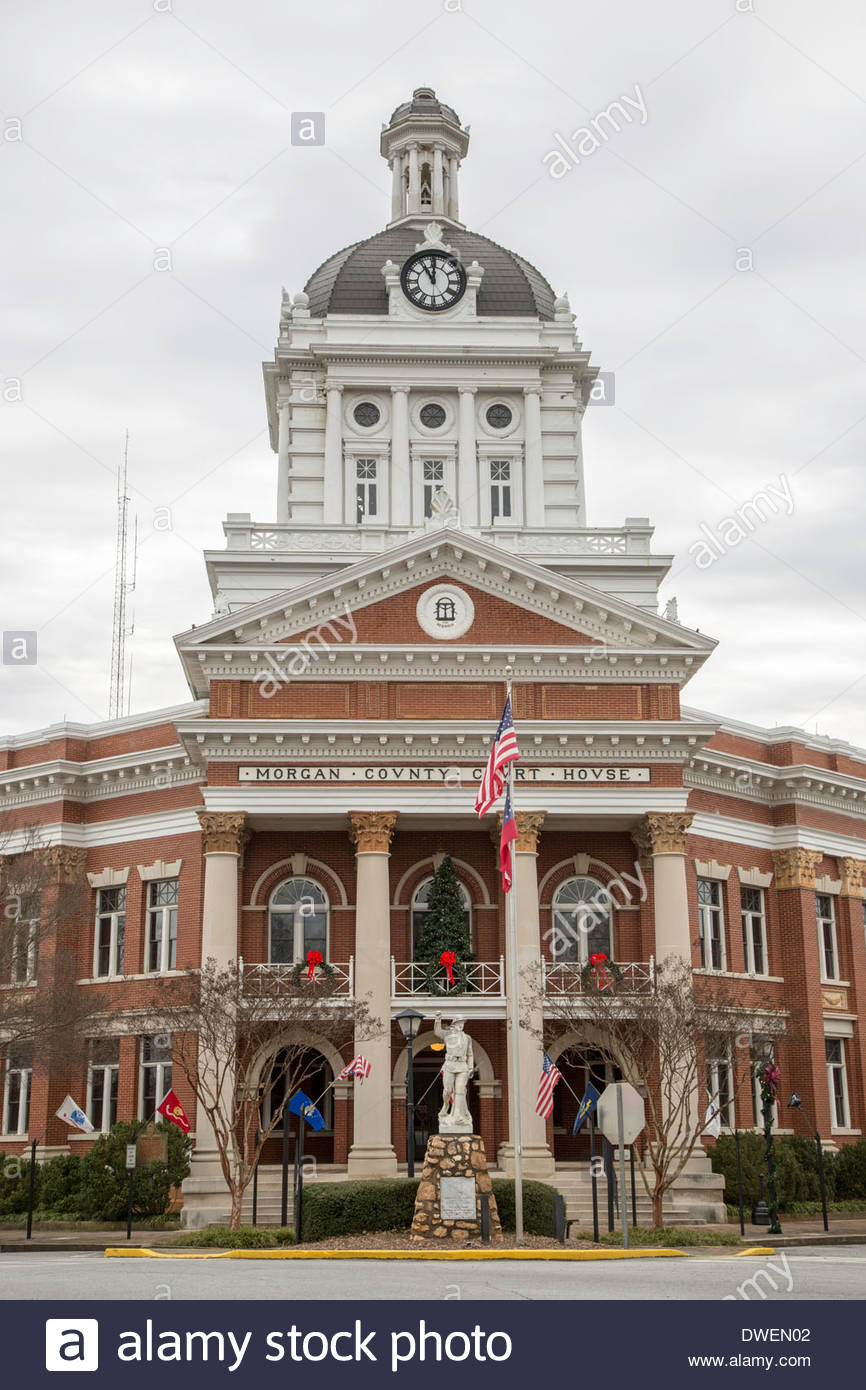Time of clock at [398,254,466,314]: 11:00
